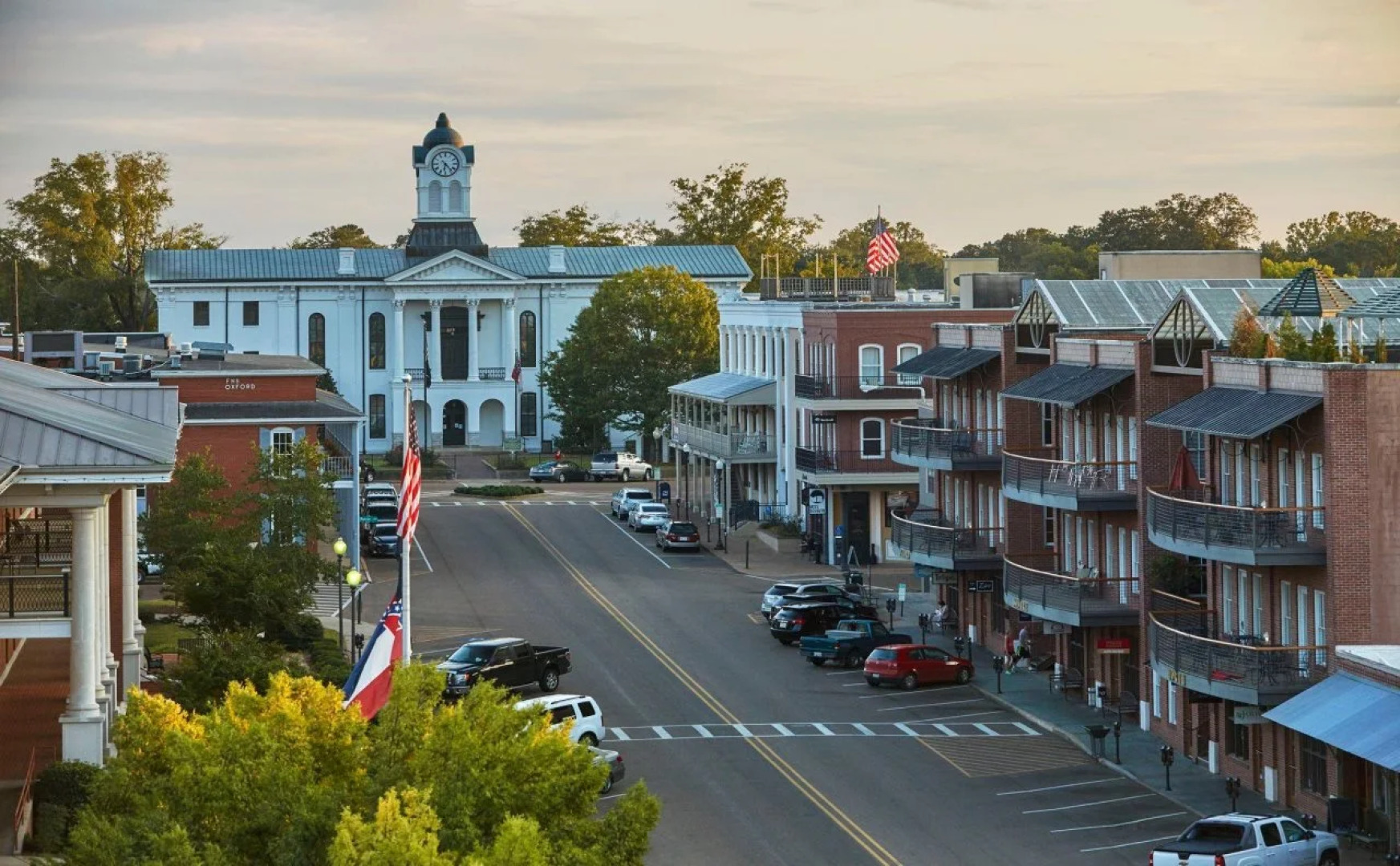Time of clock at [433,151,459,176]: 6:23
